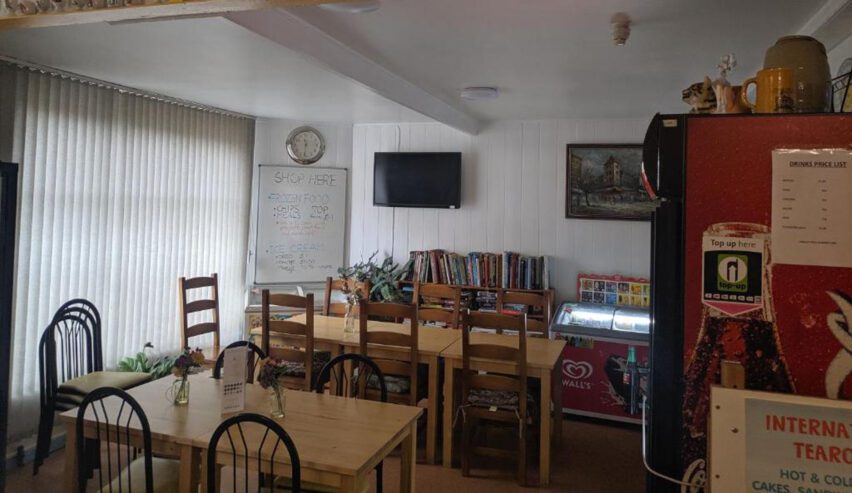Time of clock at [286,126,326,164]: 11:31
